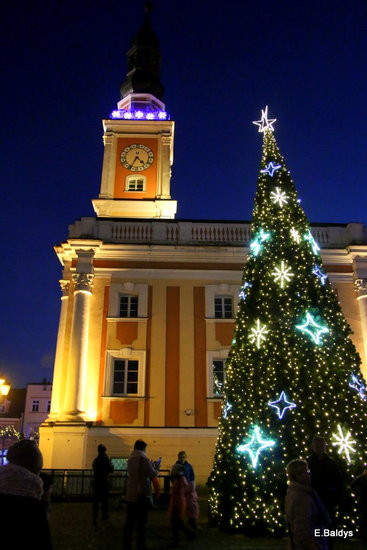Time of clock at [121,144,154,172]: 4:34
